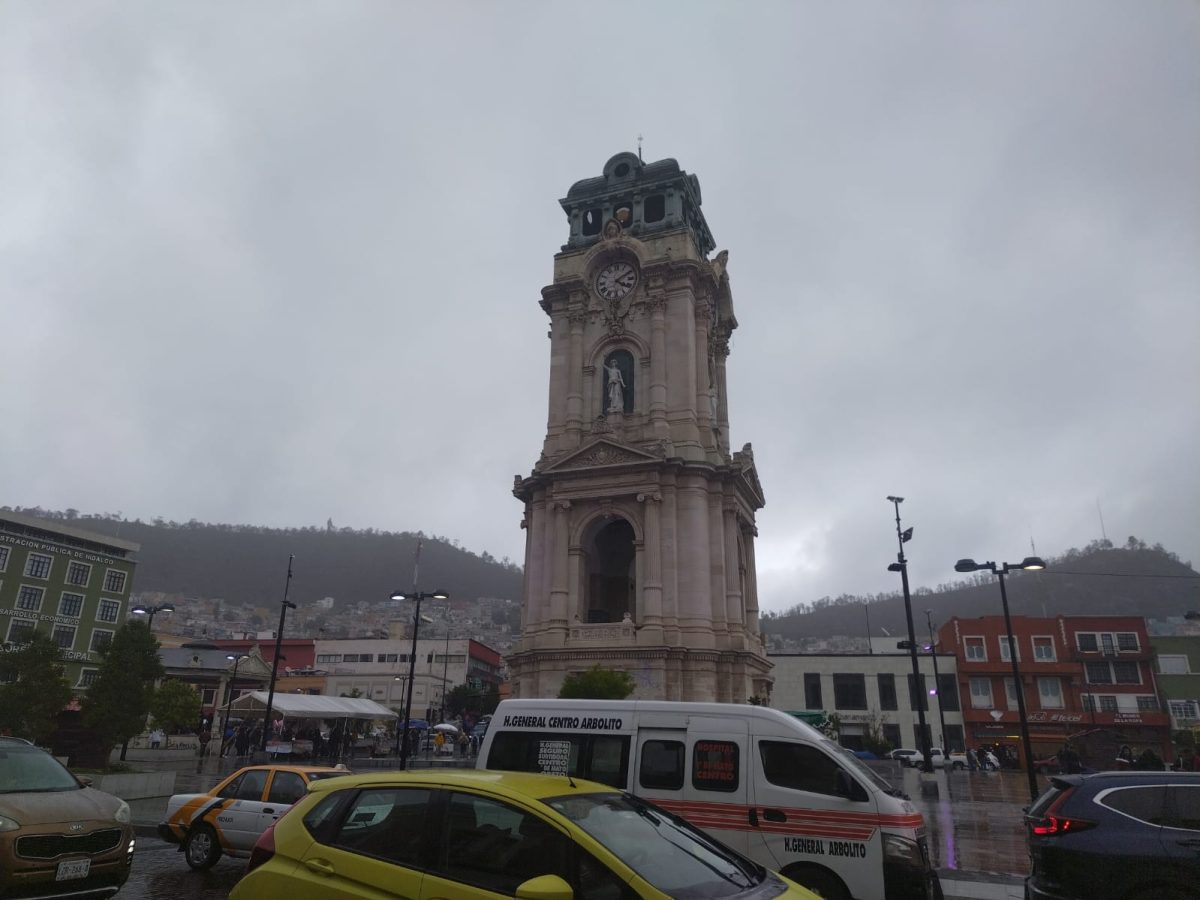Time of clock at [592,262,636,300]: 4:09
